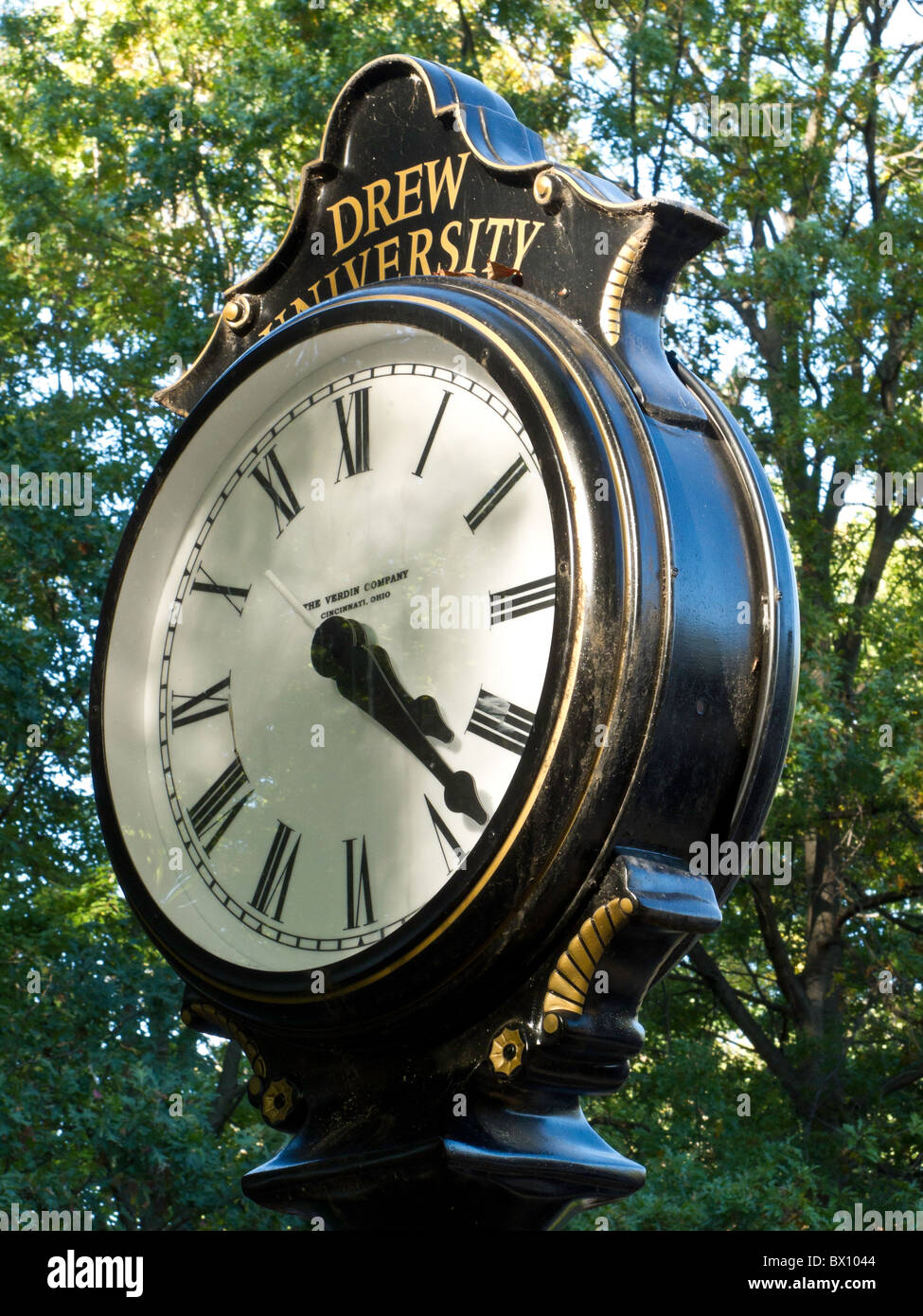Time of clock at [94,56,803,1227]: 4:22
